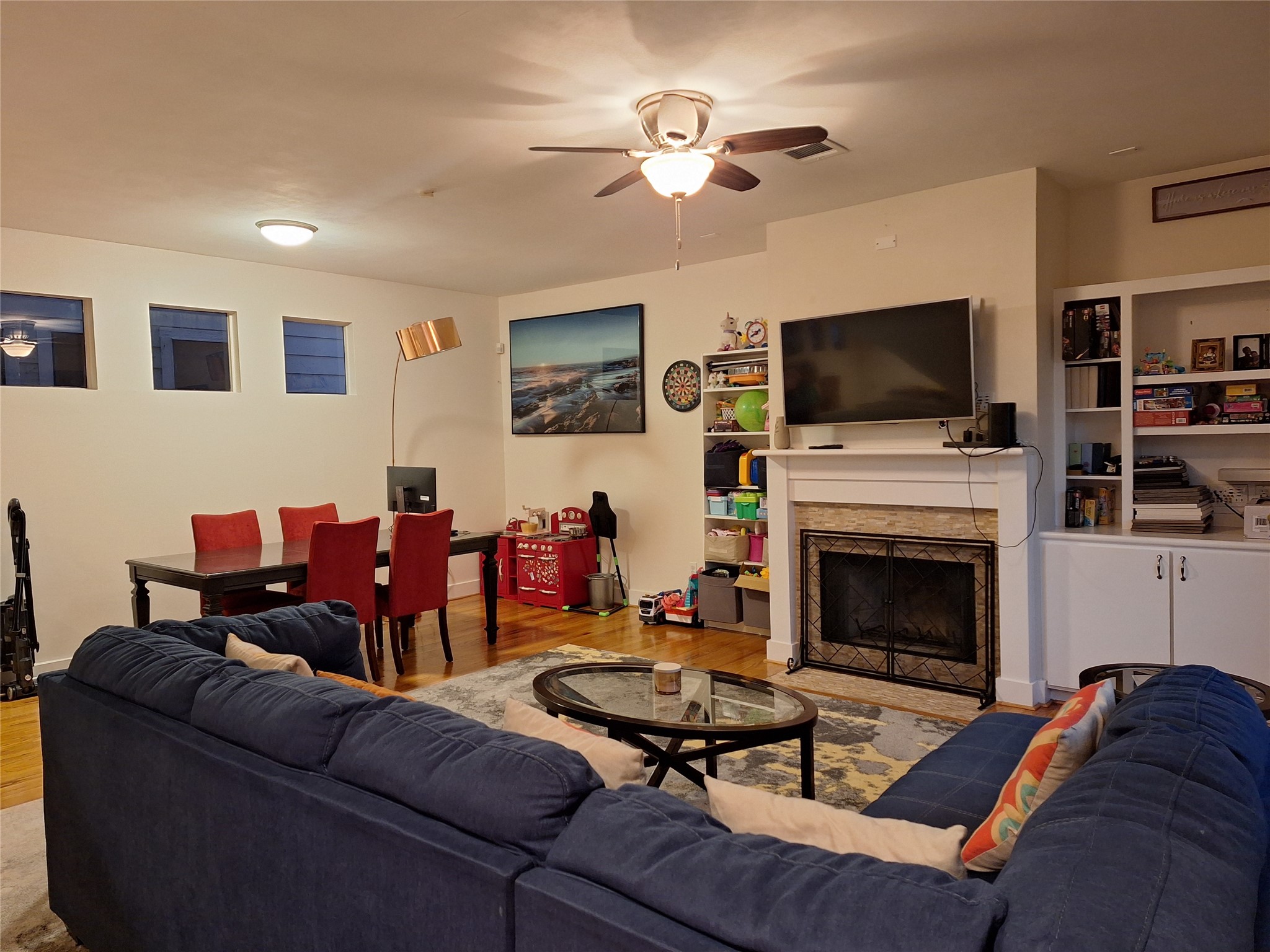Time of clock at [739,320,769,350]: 1:40
